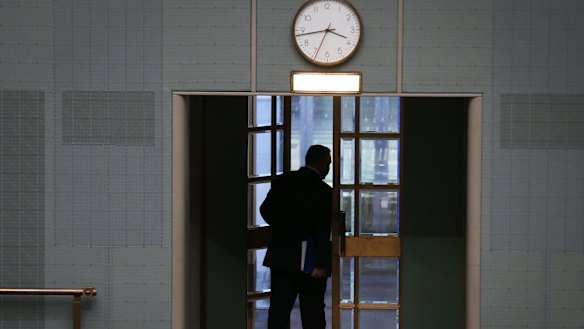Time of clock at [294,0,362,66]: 3:43
